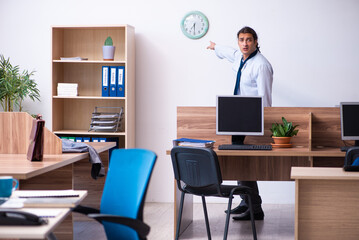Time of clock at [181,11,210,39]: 7:30
